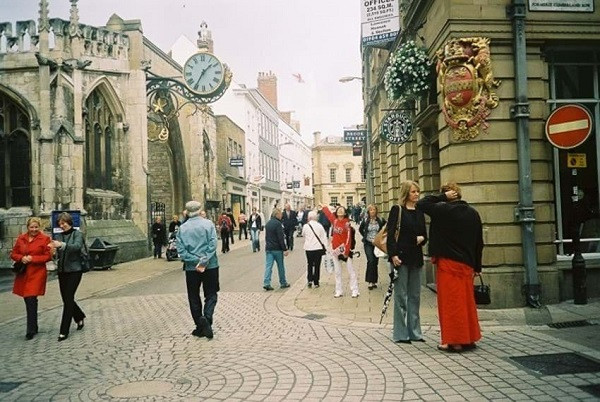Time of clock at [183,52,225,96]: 1:35
